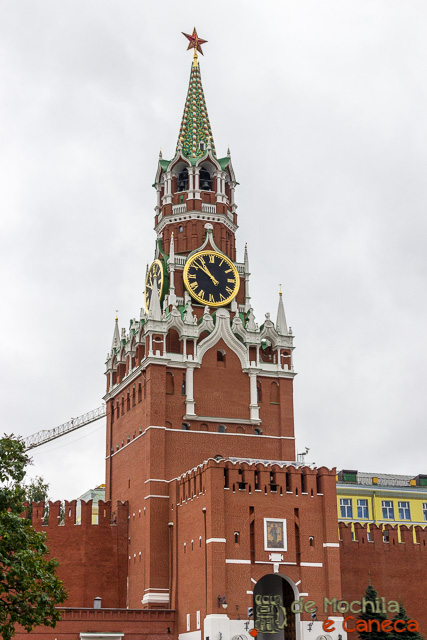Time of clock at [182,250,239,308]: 10:51
